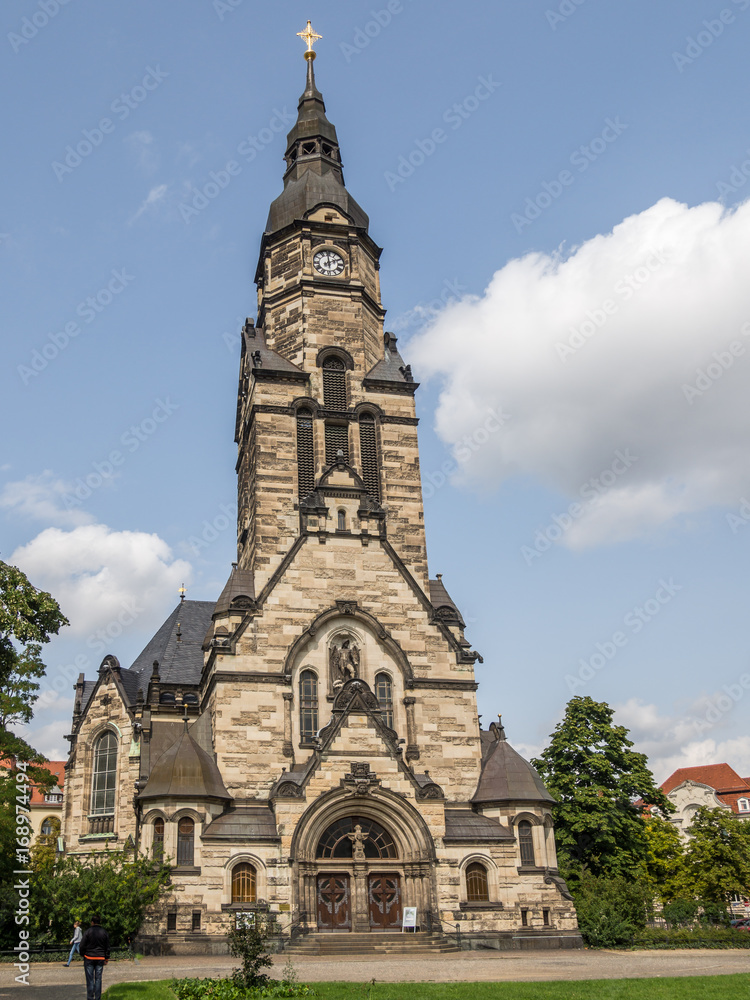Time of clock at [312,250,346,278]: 1:59
